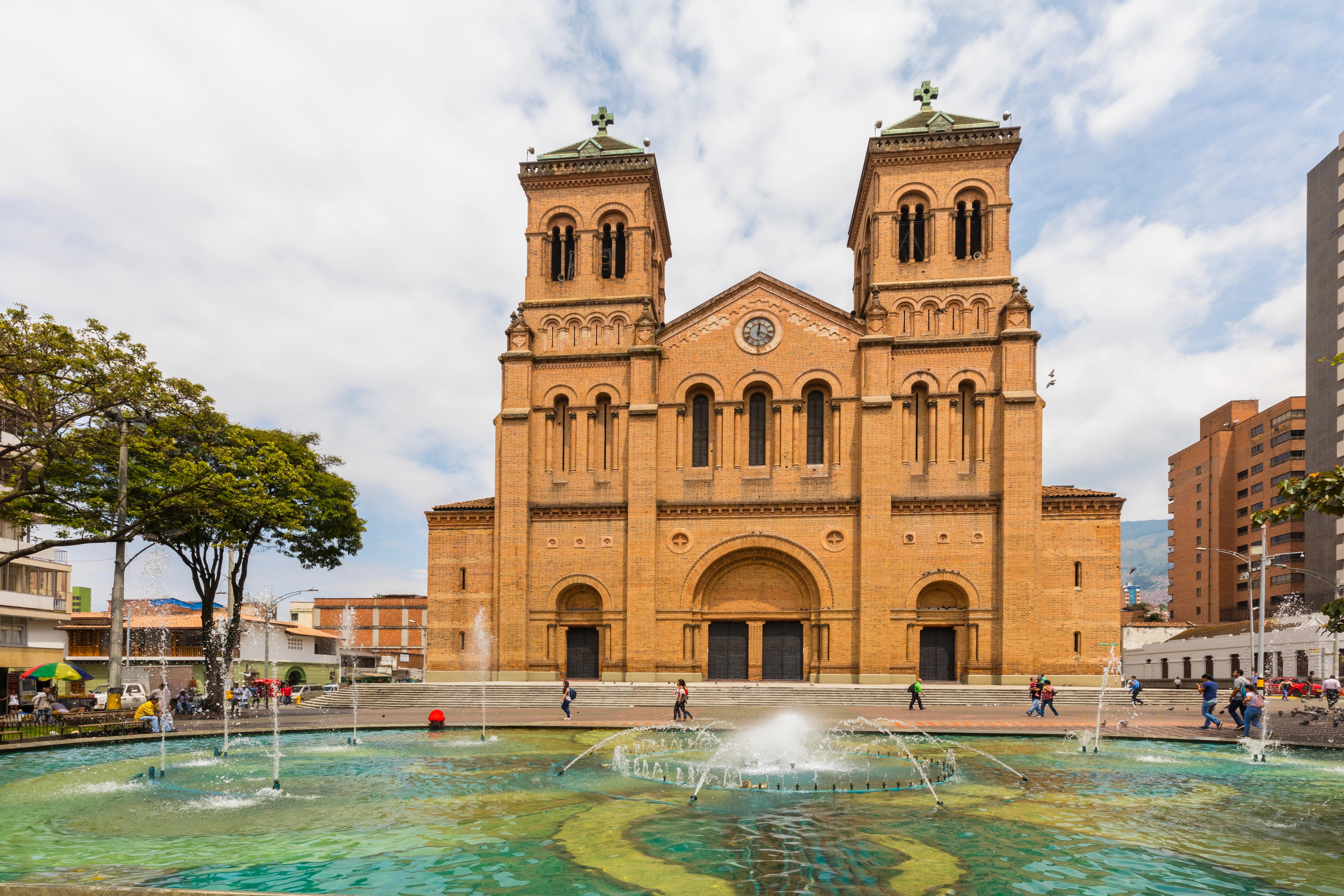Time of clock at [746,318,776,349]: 12:18
